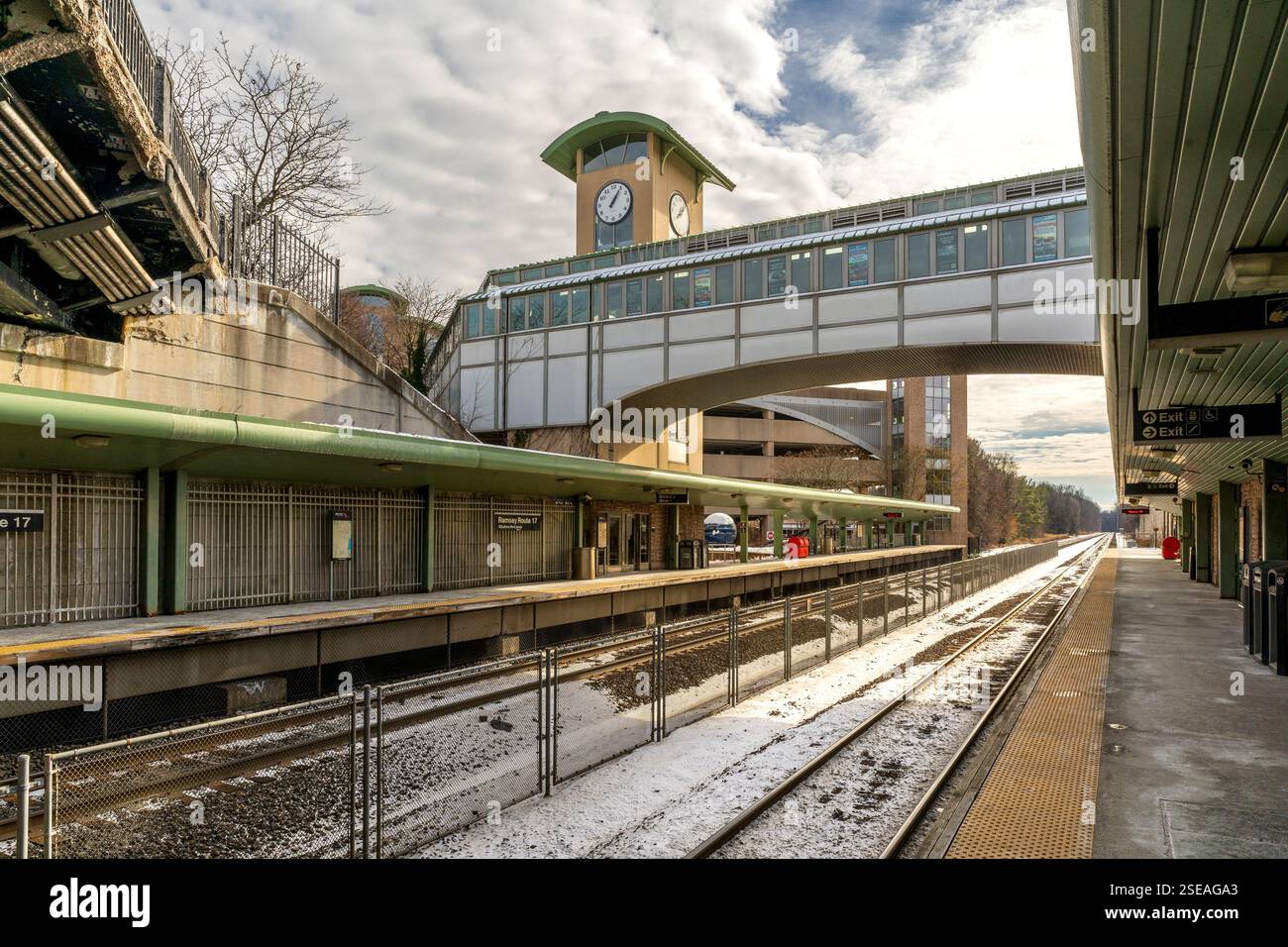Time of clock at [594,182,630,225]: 1:05
